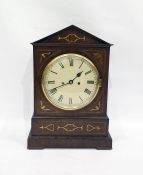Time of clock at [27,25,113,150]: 1:41
